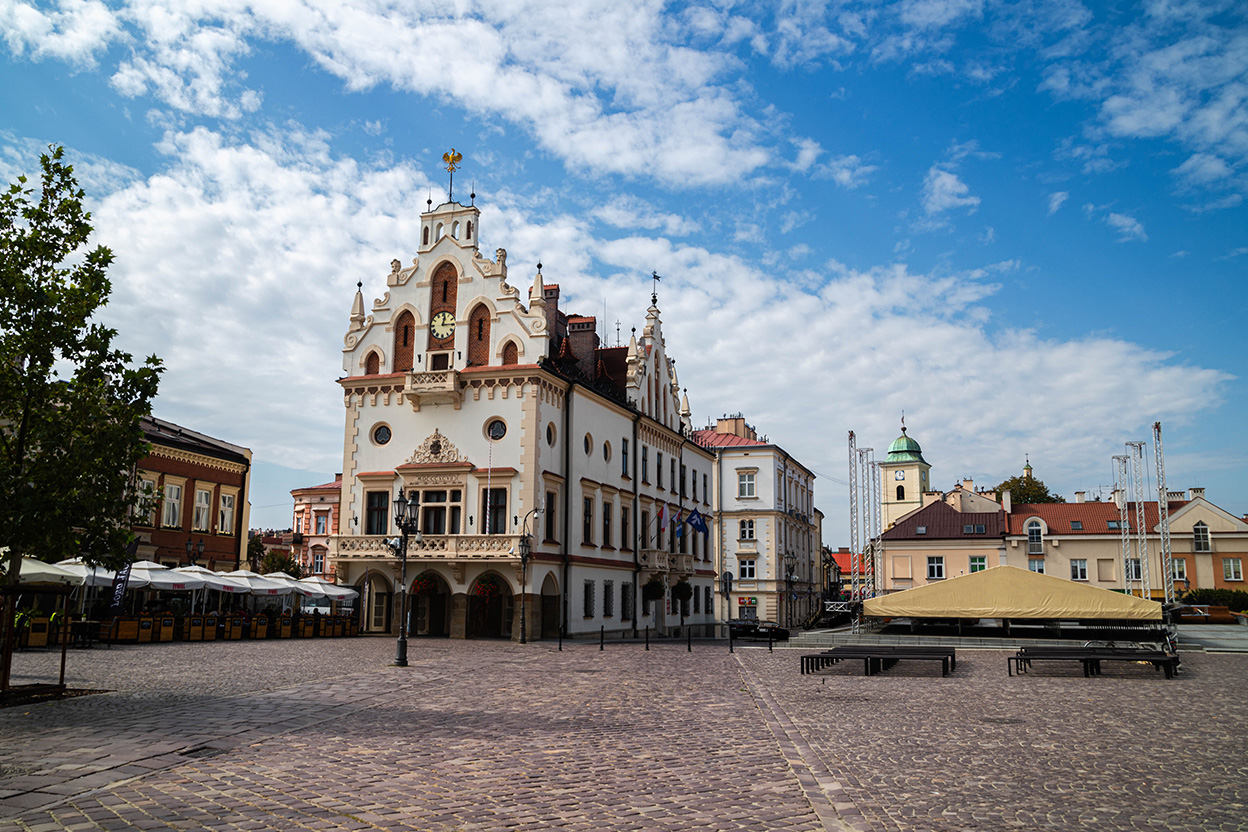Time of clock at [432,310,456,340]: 12:14
